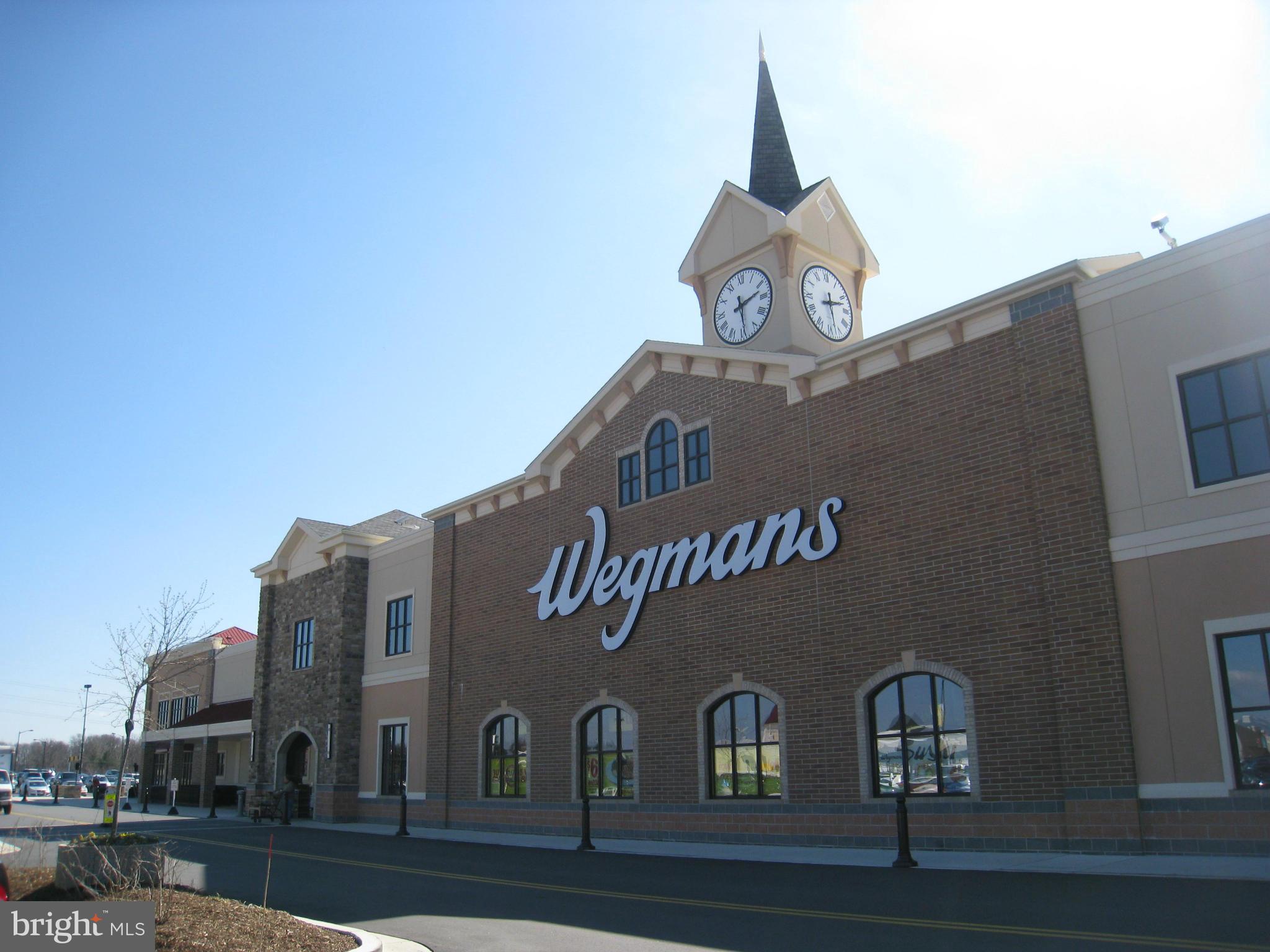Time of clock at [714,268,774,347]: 2:29
